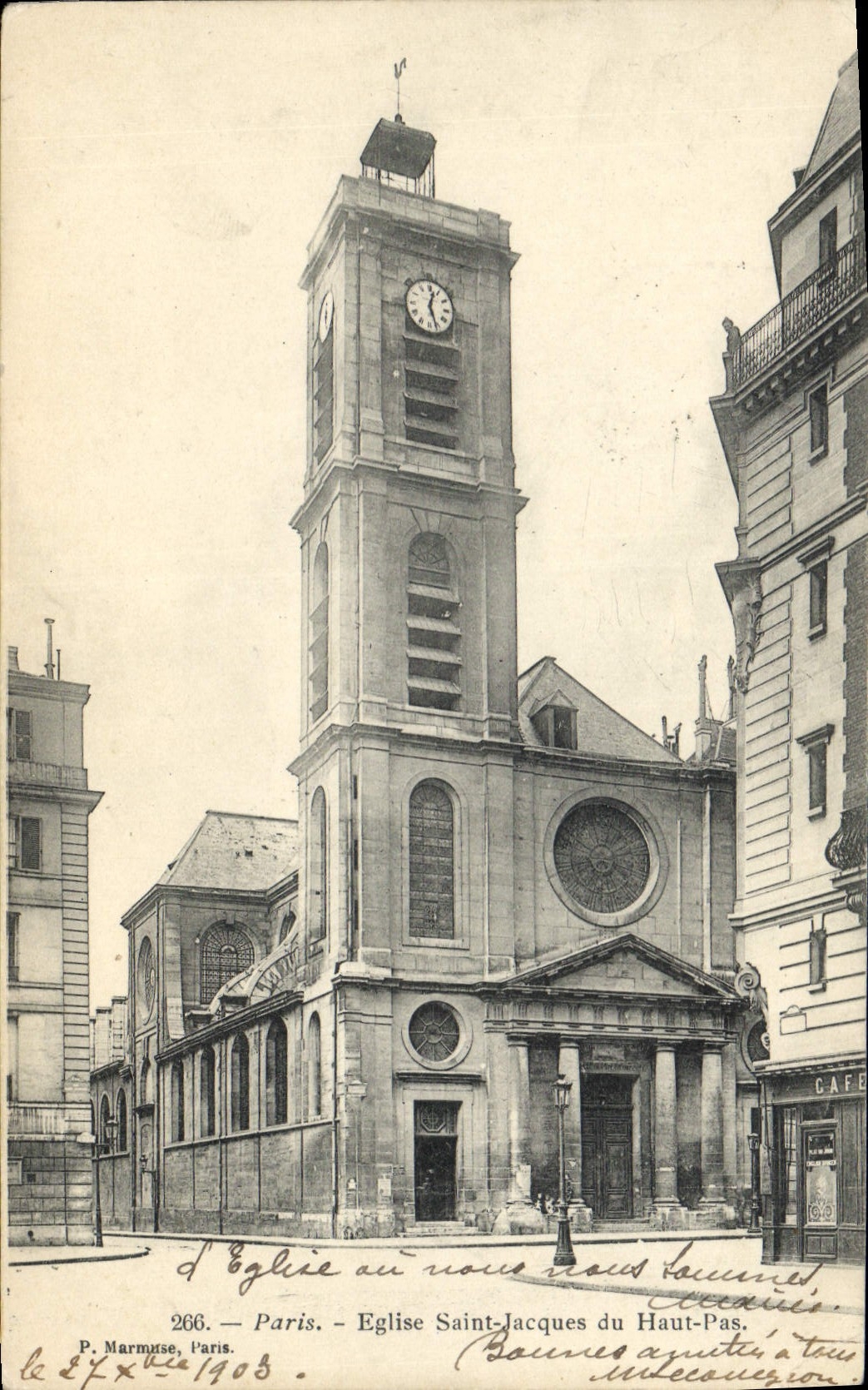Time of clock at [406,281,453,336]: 12:26
